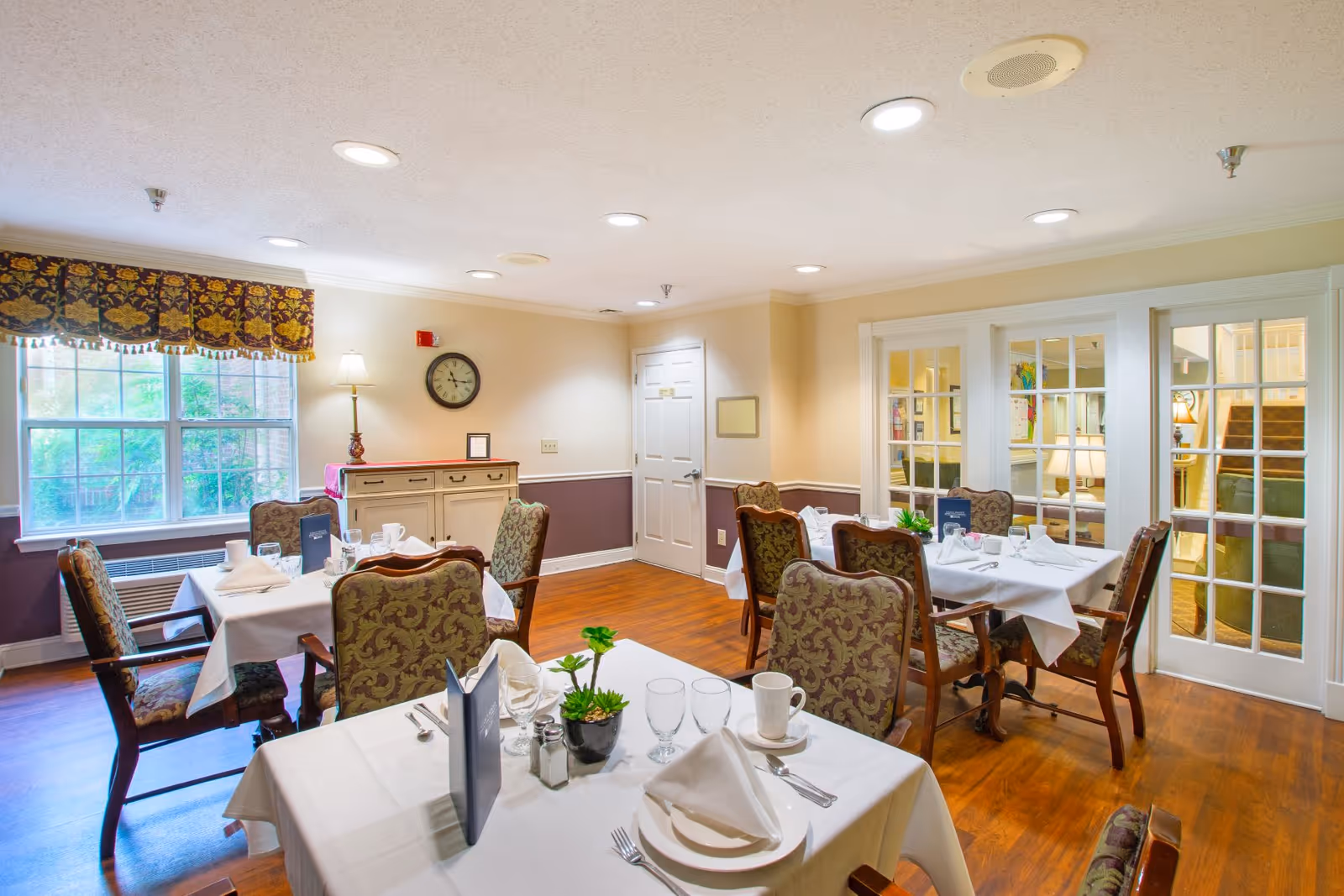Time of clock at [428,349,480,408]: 11:15
